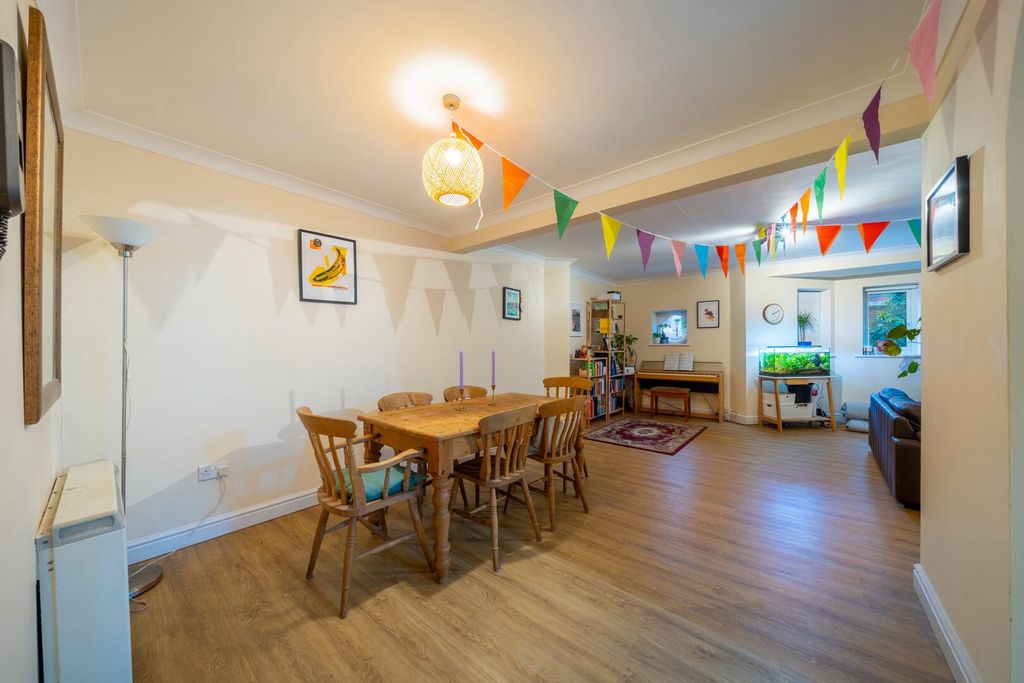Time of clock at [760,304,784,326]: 2:11
